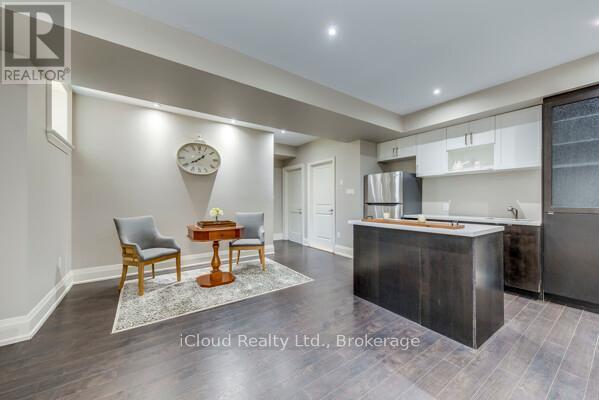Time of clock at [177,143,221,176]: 1:39
